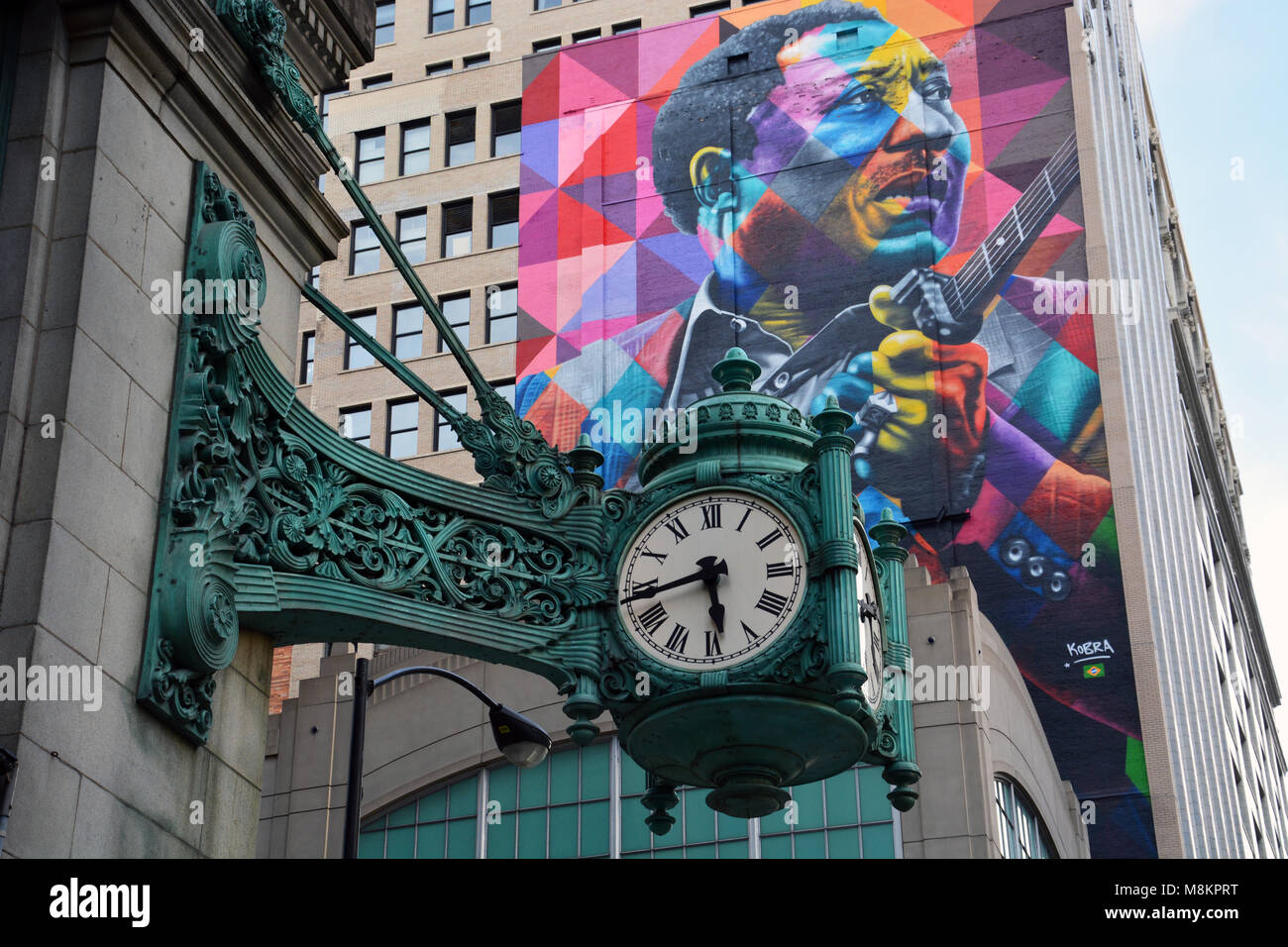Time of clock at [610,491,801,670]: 5:43
